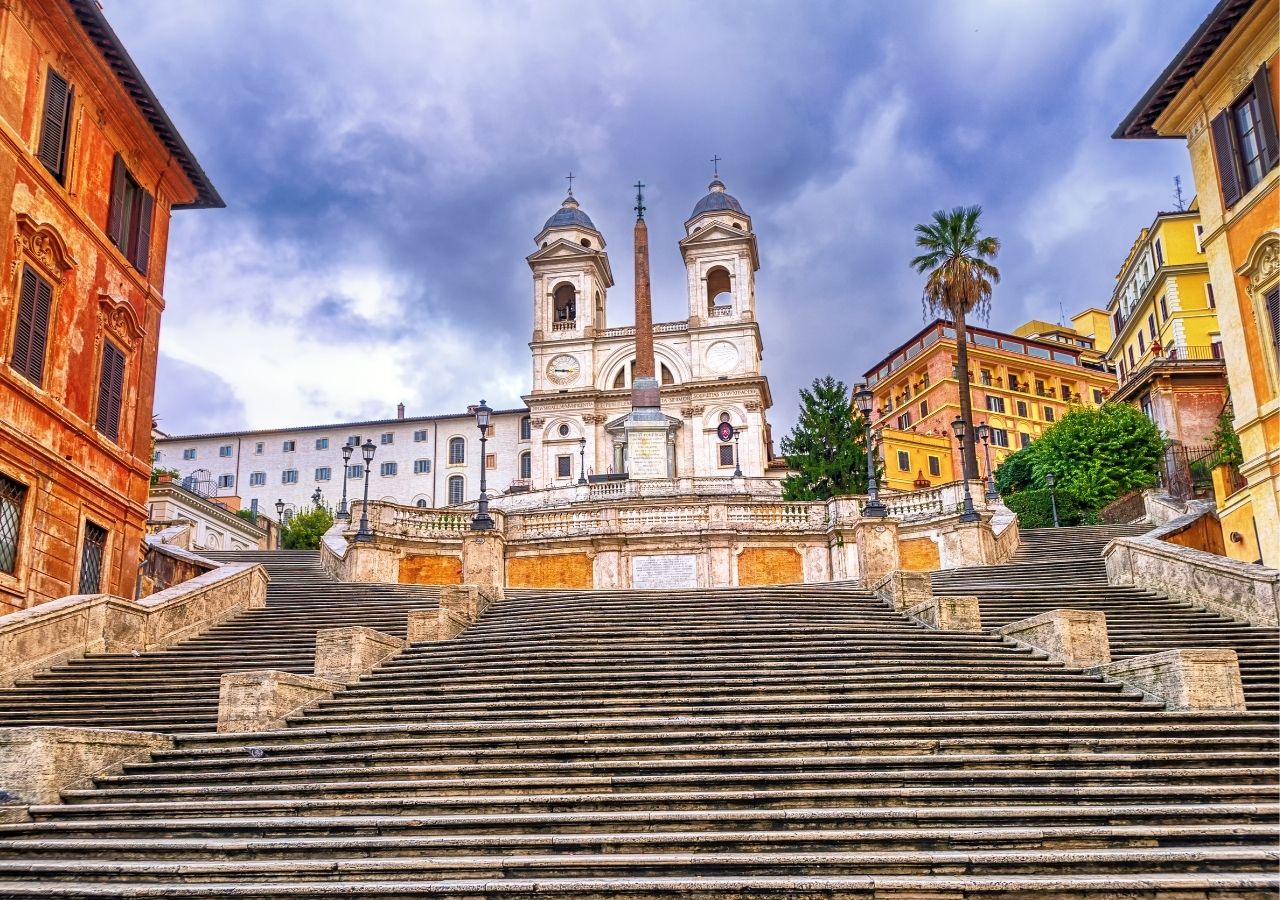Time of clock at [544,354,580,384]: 9:16
